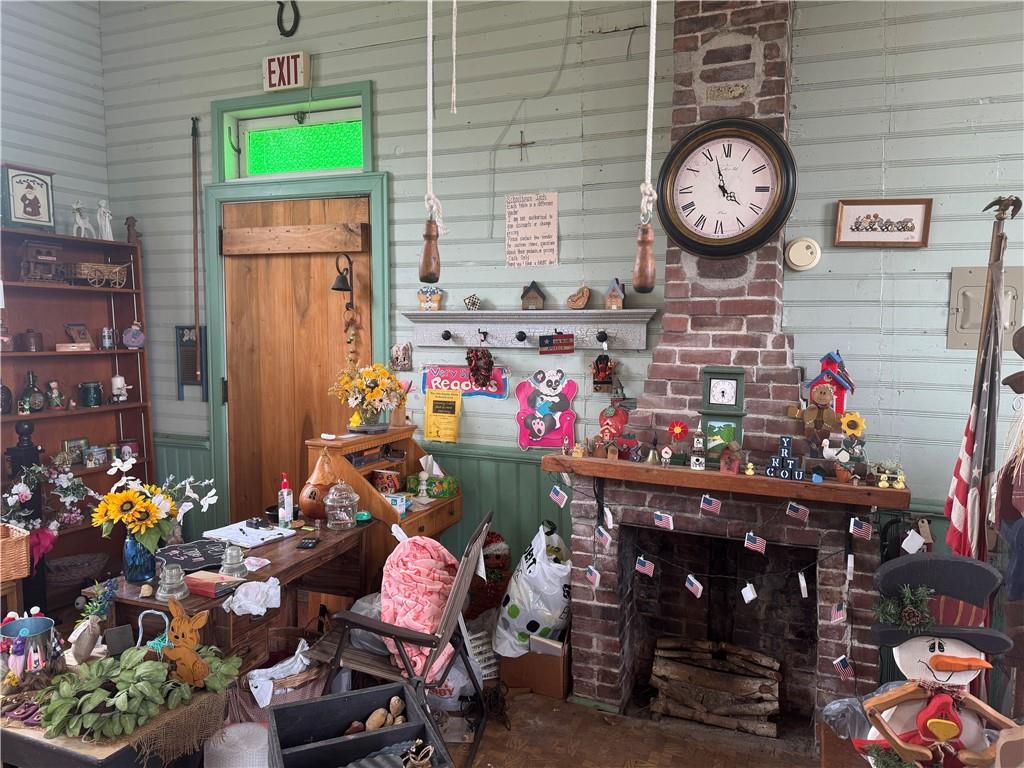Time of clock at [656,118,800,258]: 3:57
